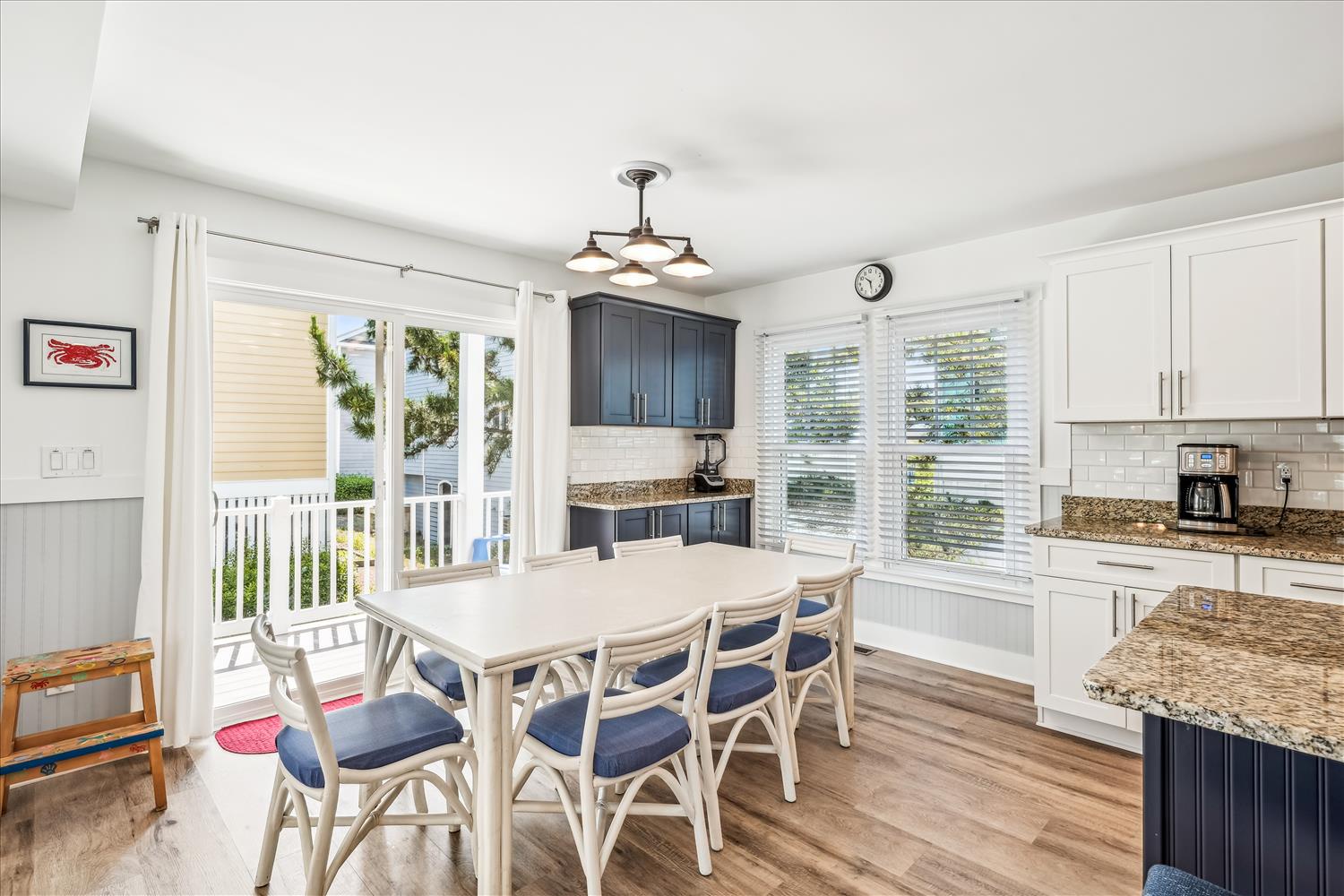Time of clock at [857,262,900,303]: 10:28
